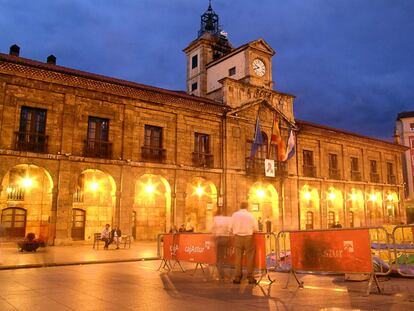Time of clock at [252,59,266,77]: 9:41
